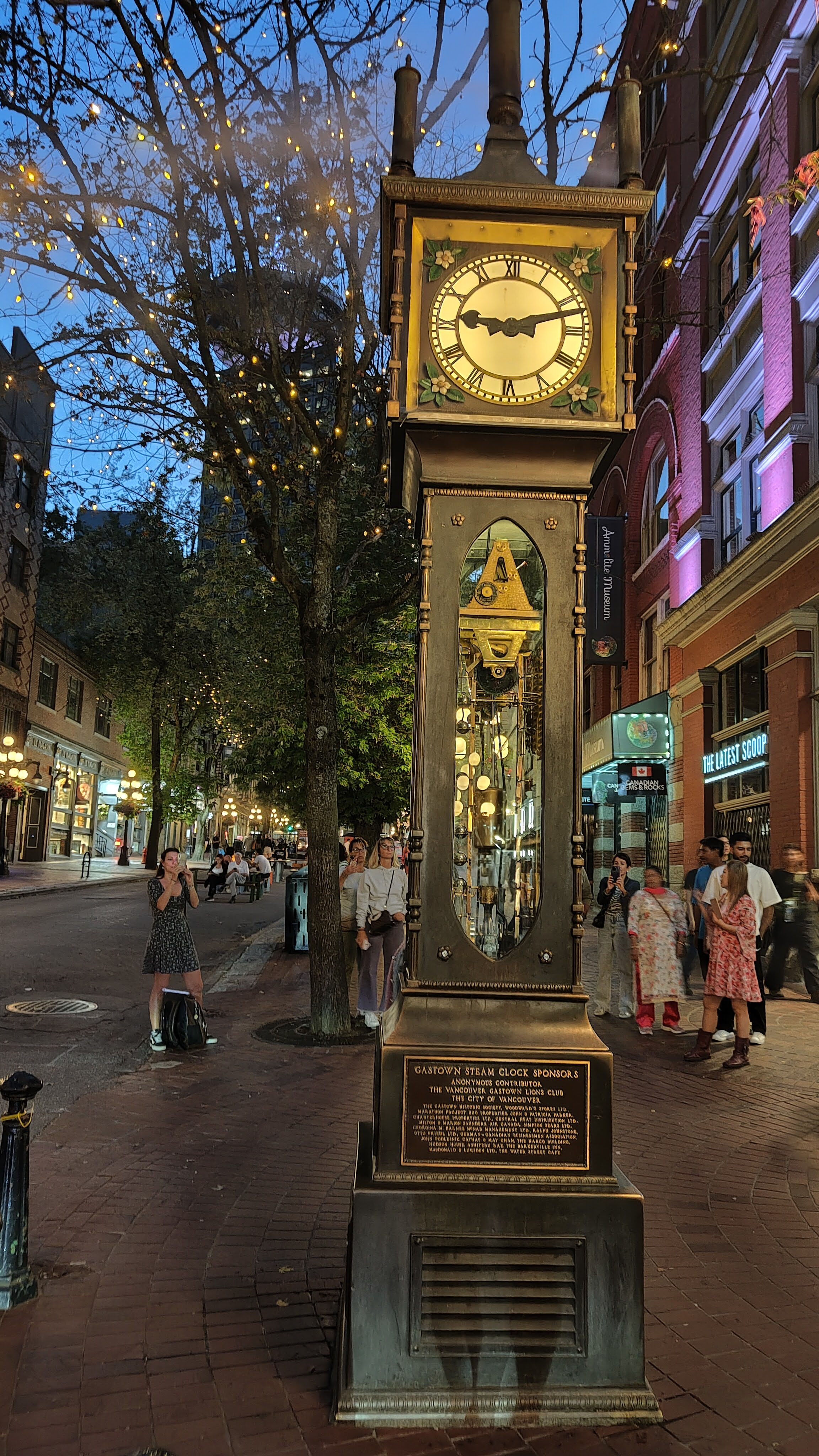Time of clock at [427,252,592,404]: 9:12
